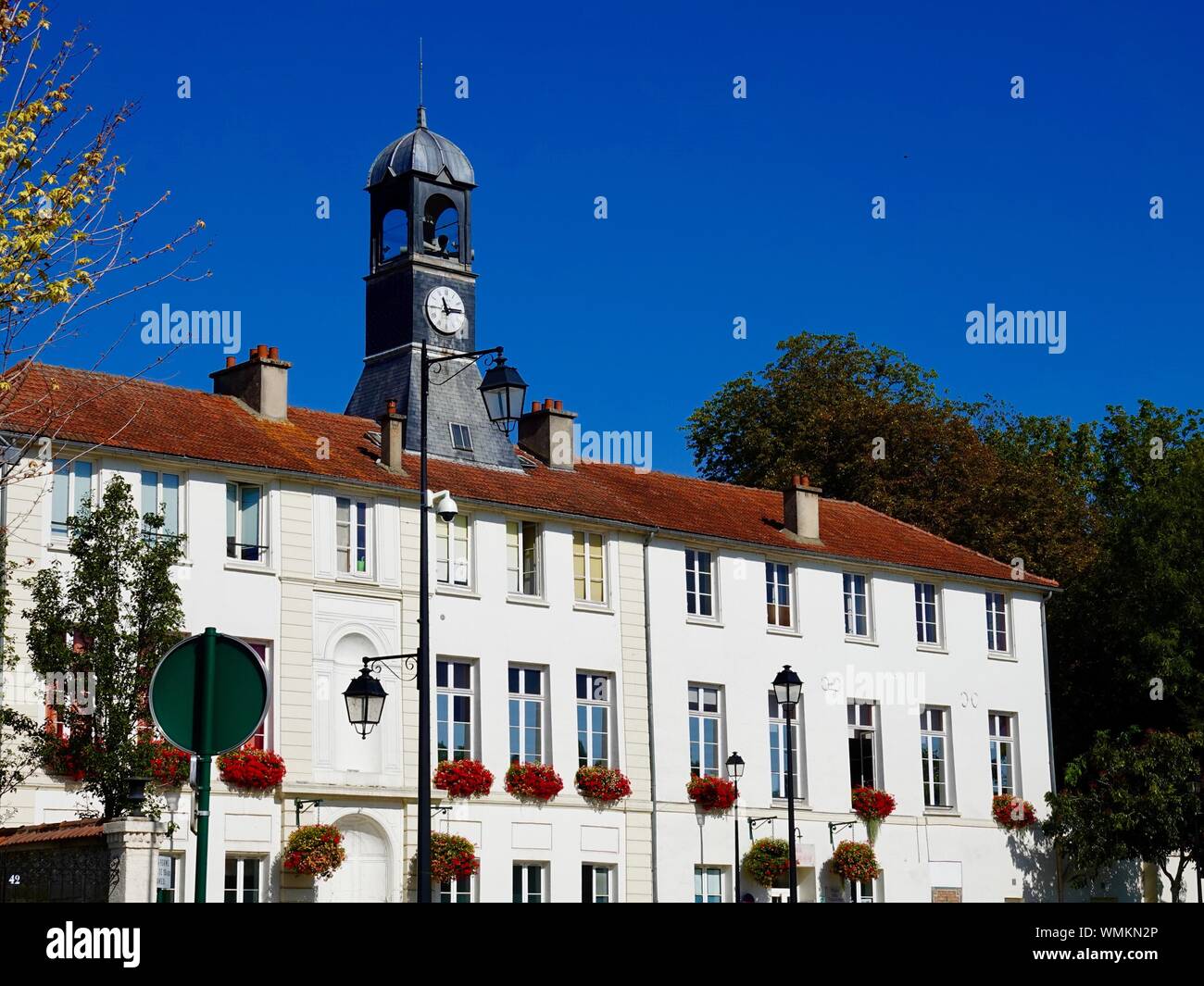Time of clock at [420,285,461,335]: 11:14
